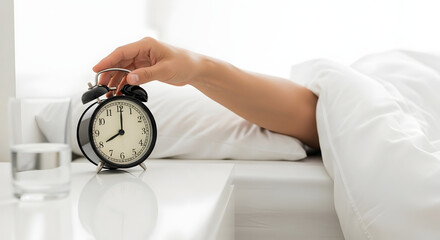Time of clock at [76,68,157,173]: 8:00
